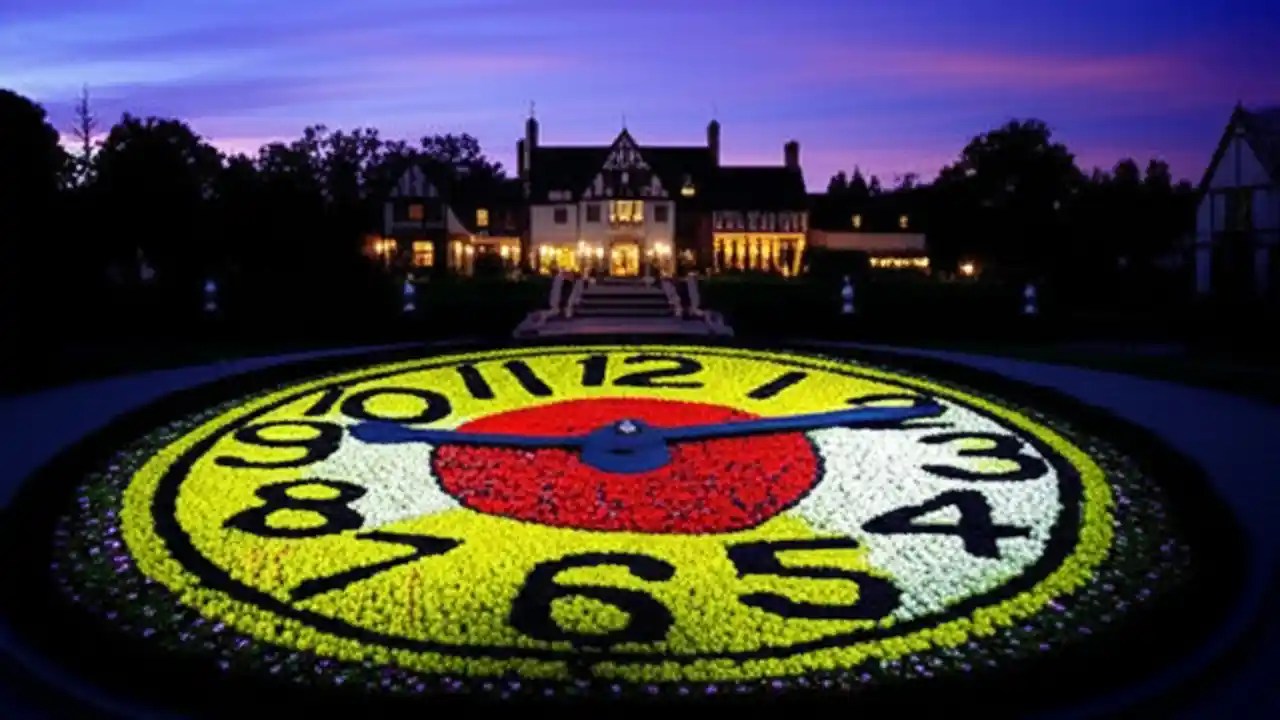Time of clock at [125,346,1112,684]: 9:12
